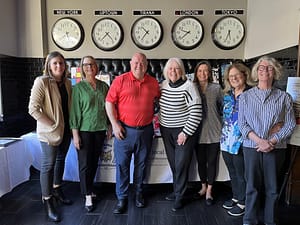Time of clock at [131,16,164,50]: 10:36
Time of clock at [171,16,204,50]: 9:38
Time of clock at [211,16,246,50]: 5:33
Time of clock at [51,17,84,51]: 5:38
